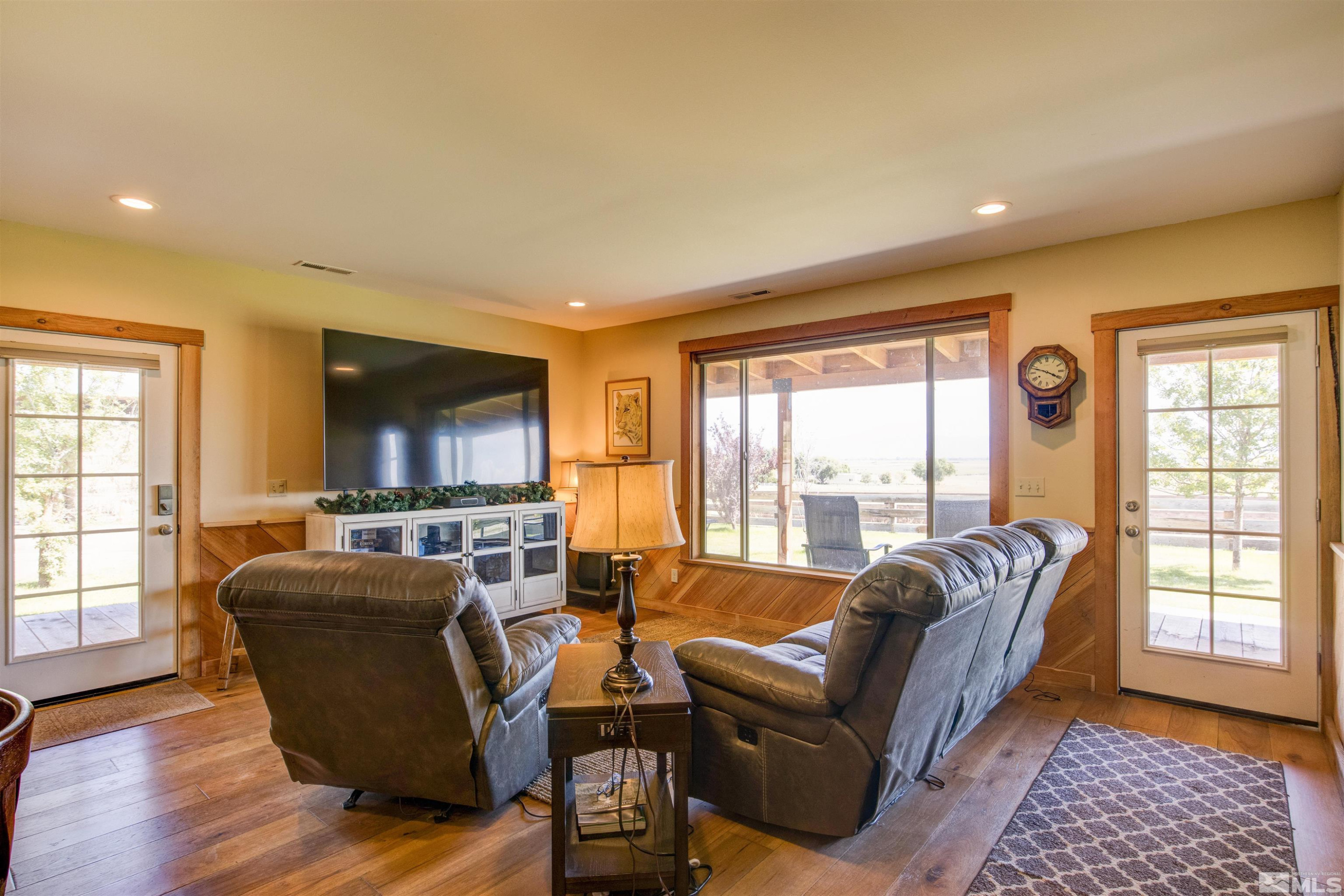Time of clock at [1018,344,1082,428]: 3:48
